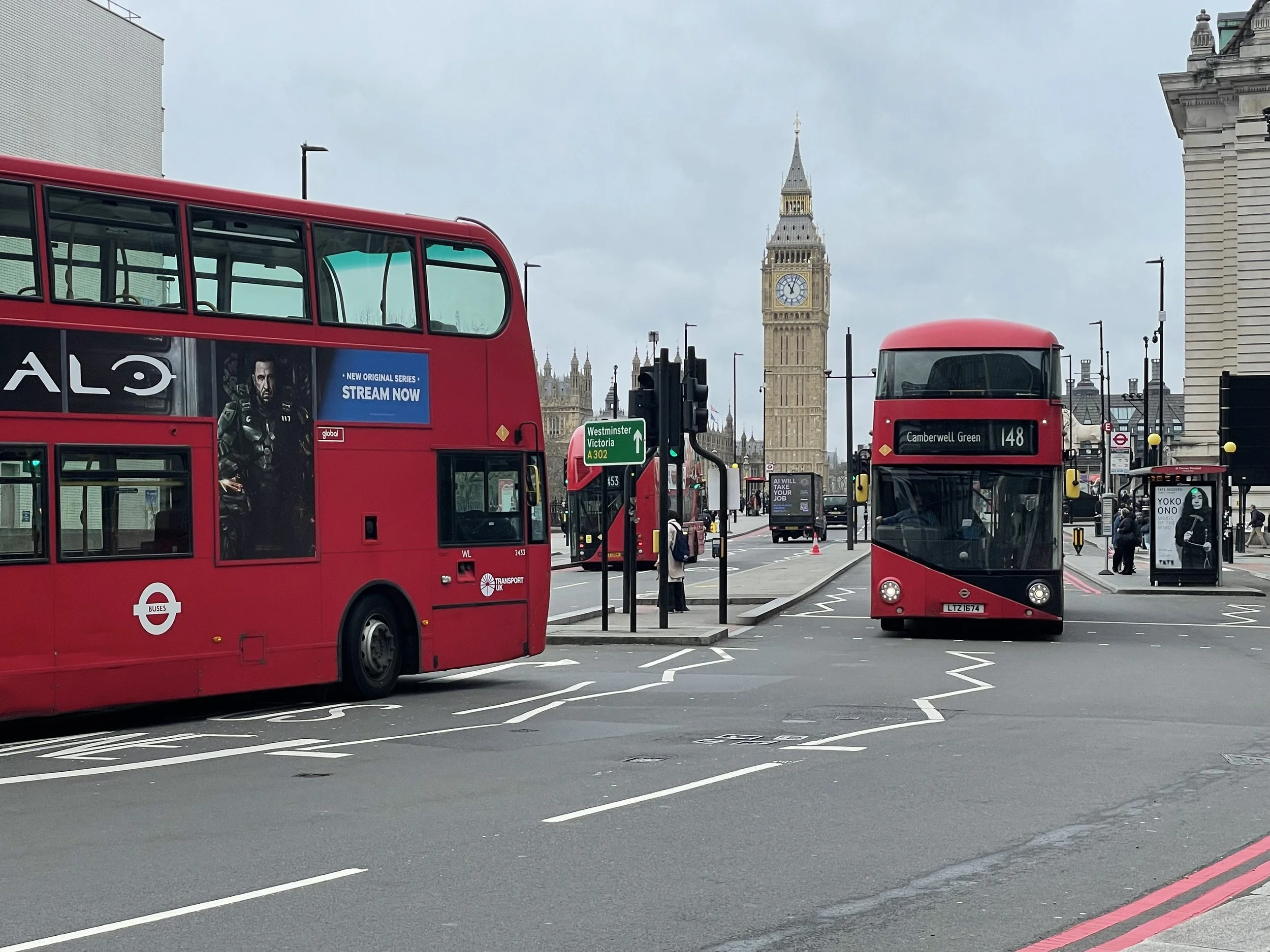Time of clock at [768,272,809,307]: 11:03
